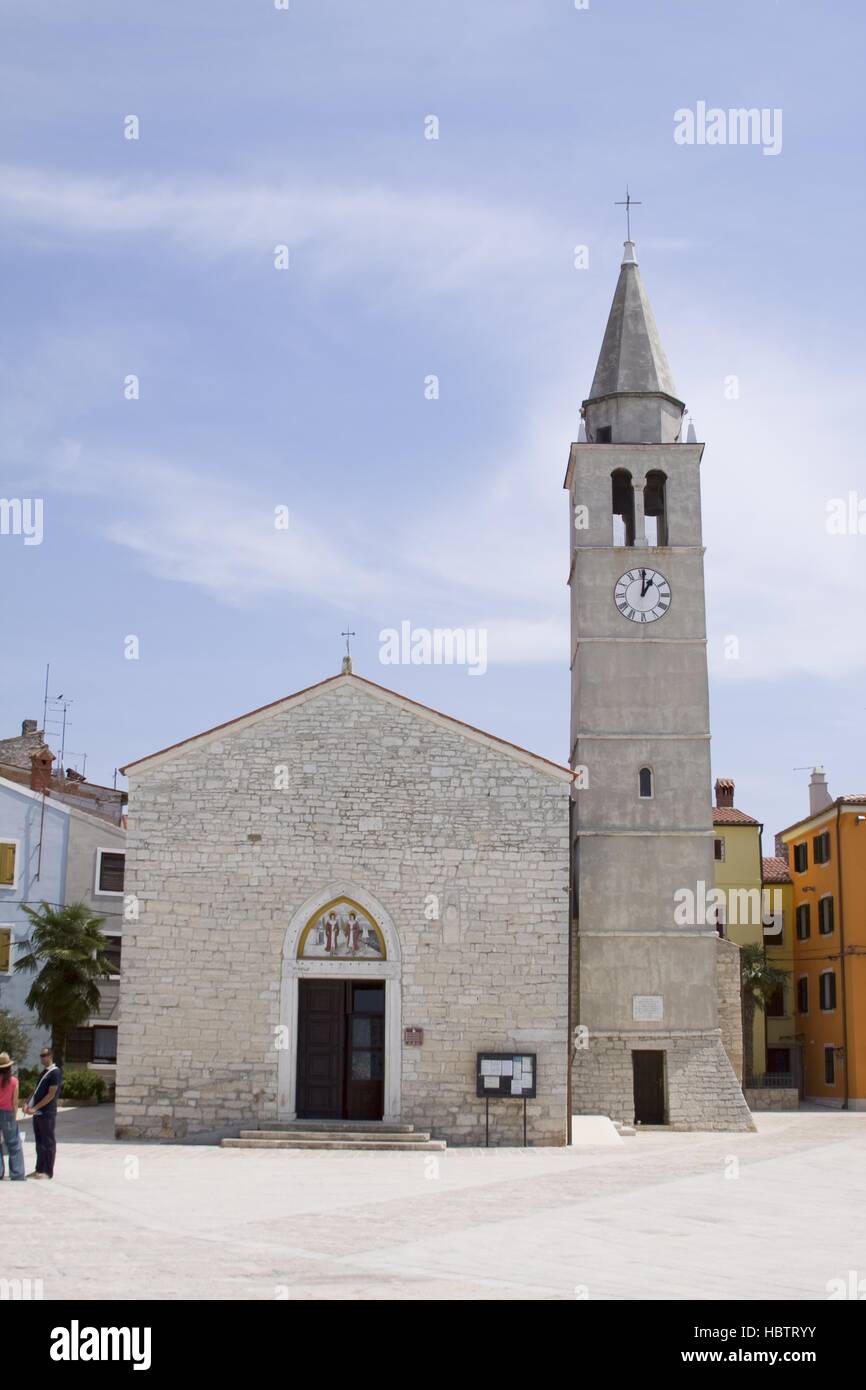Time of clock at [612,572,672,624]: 1:01
